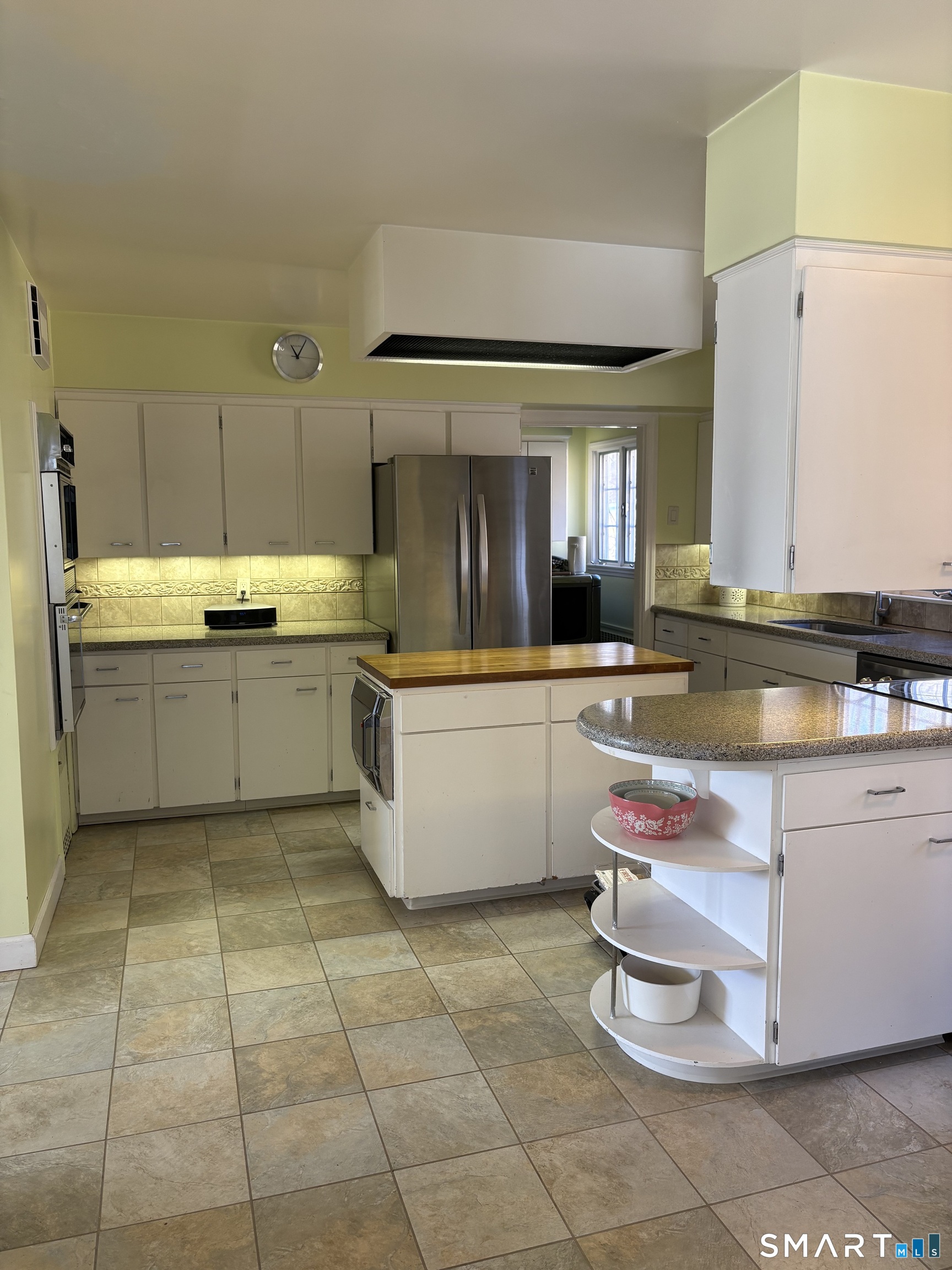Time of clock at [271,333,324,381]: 11:04
